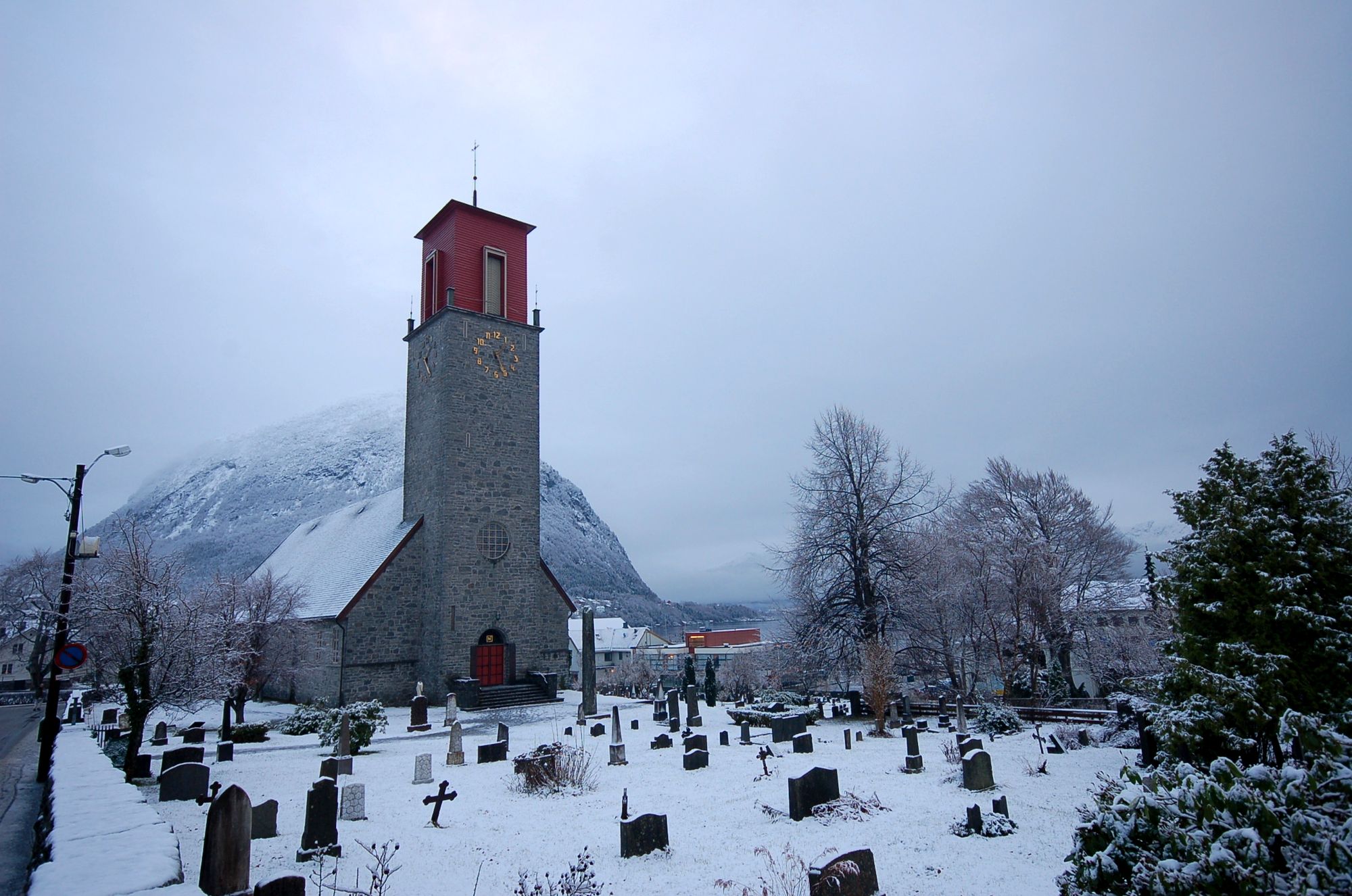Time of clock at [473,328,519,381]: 1:26
